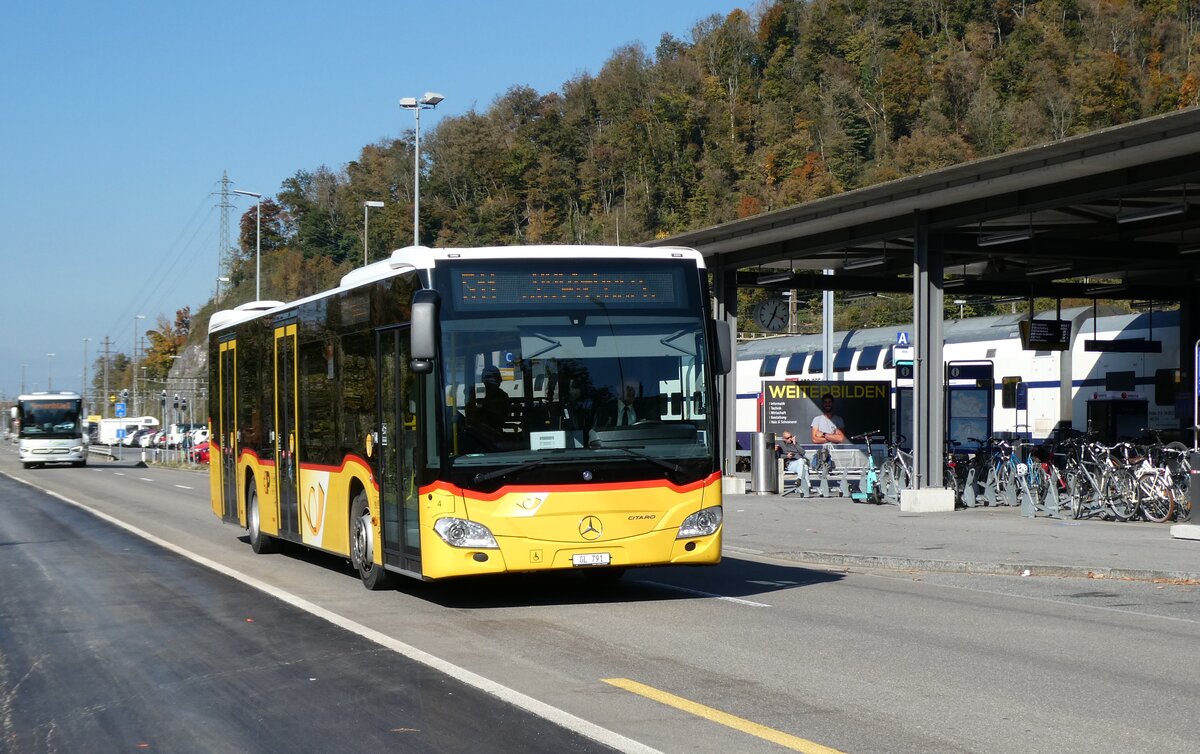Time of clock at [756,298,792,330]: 12:34
